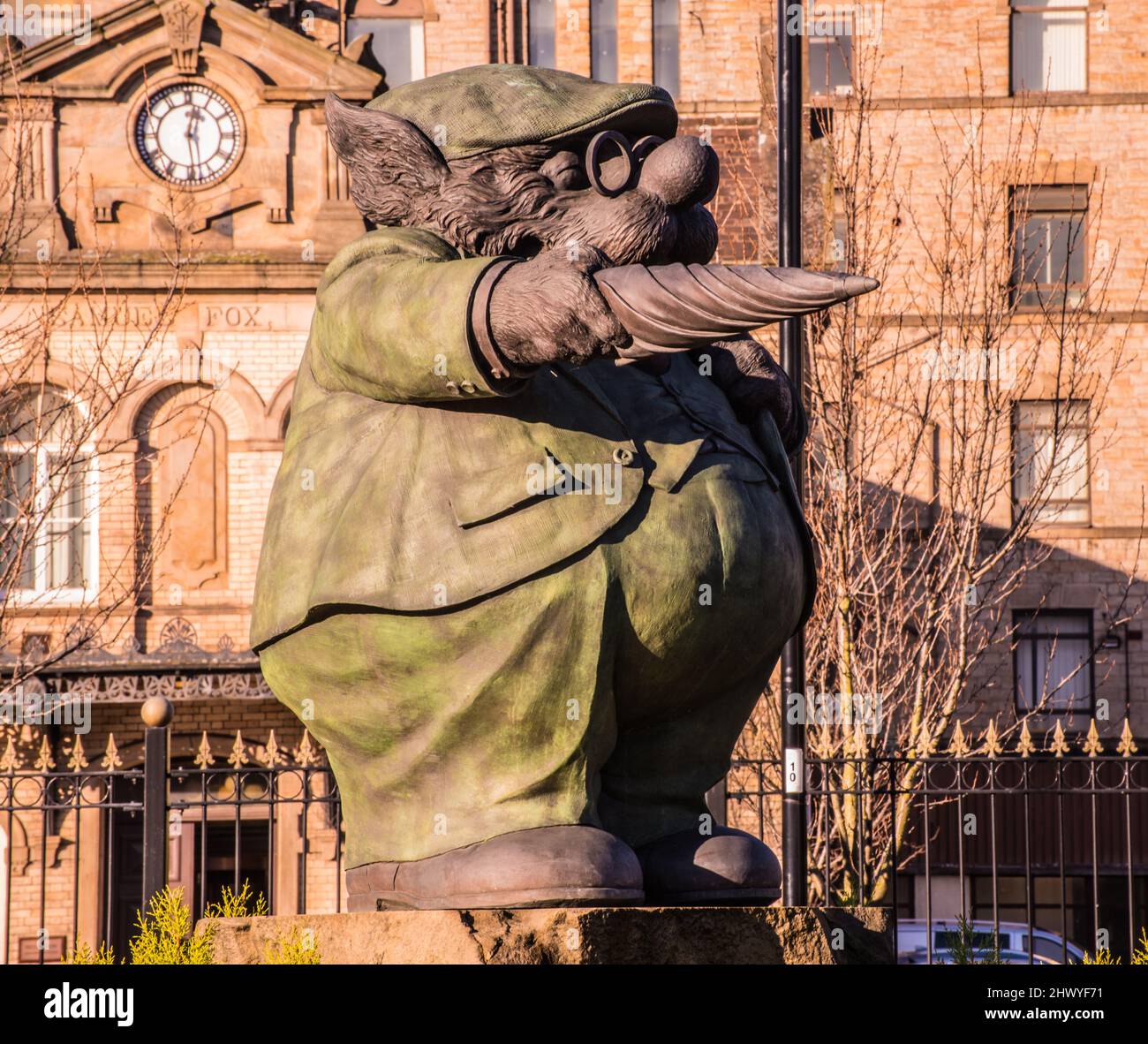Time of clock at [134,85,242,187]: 12:28
